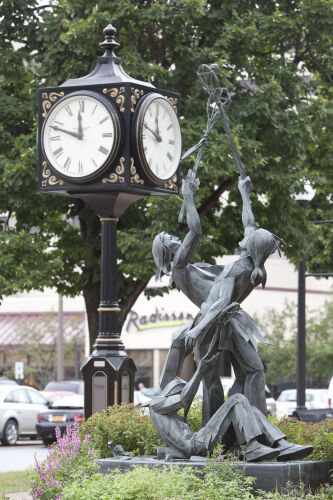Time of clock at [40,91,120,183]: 11:48
